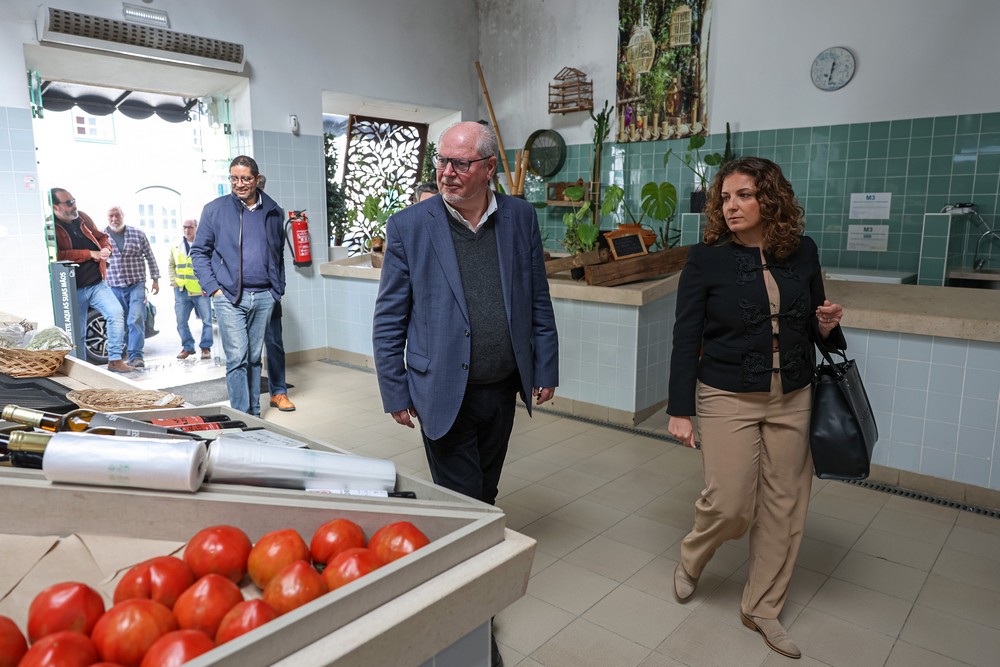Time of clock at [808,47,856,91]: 12:32
